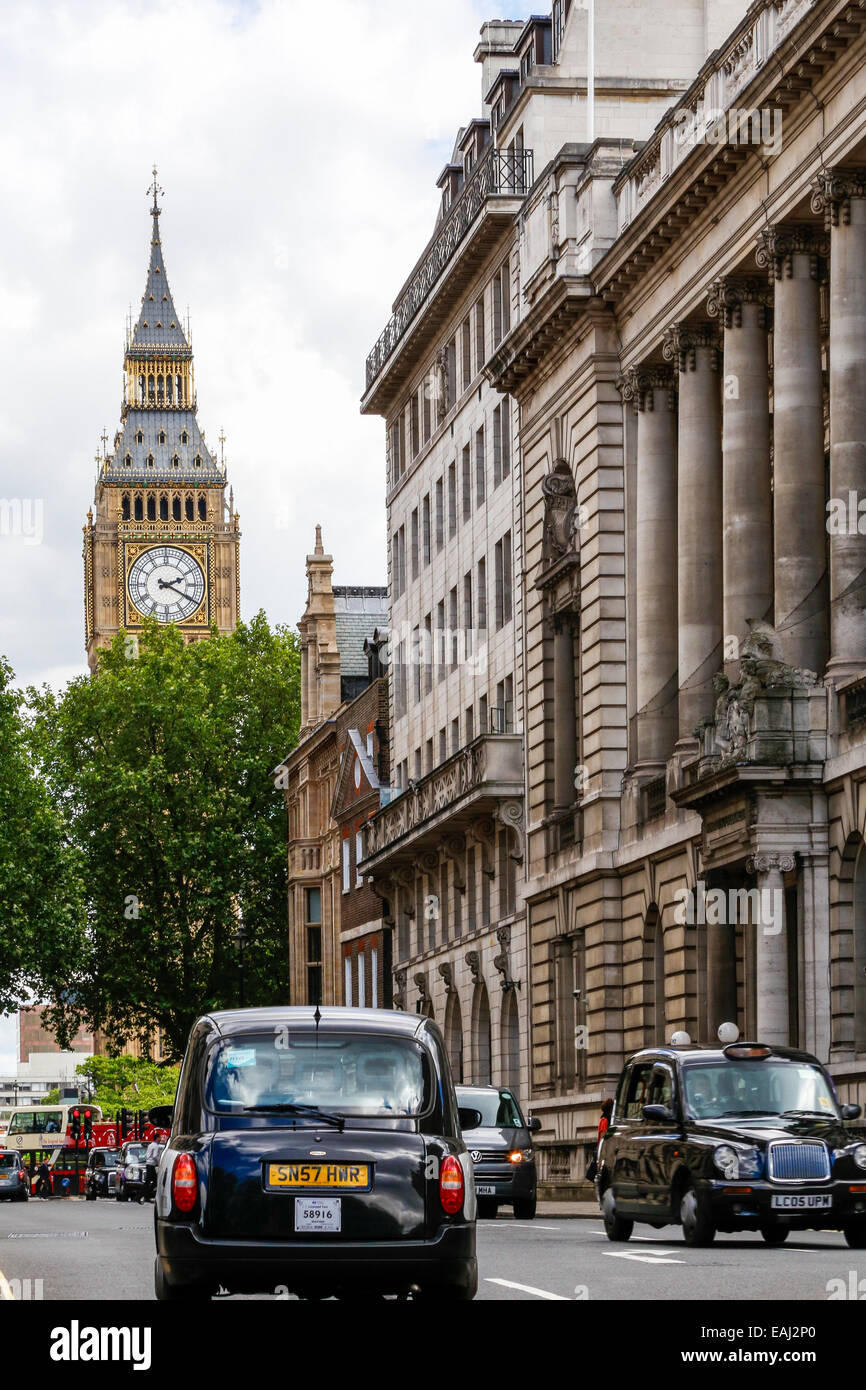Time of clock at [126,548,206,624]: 2:19
